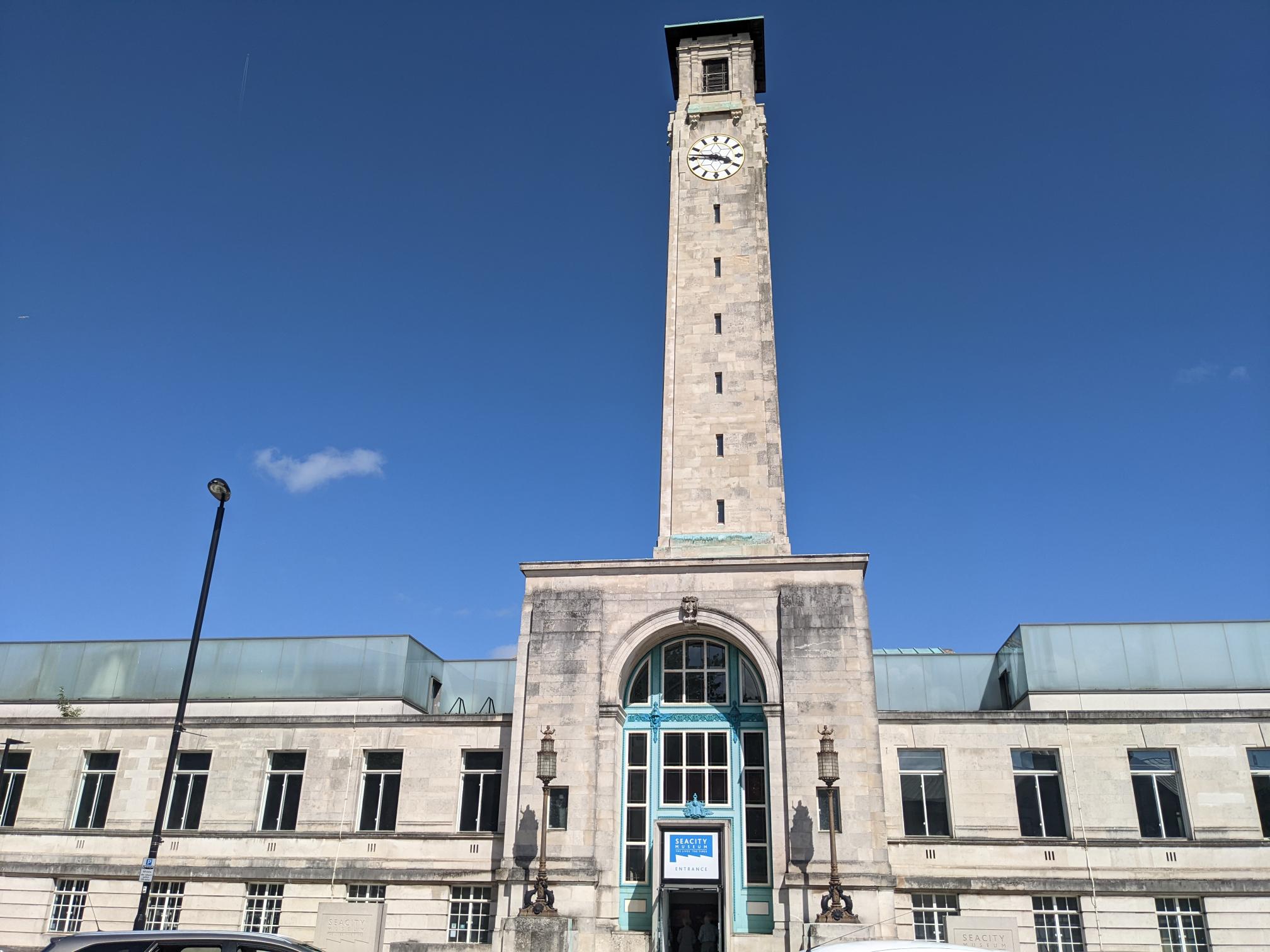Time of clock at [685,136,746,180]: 3:46
